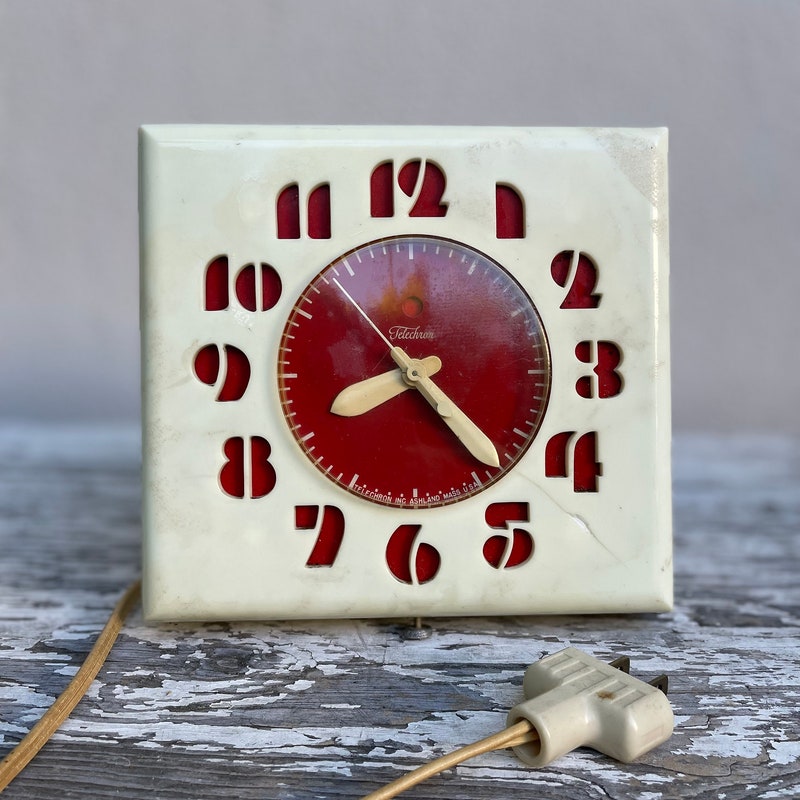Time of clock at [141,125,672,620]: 8:23
